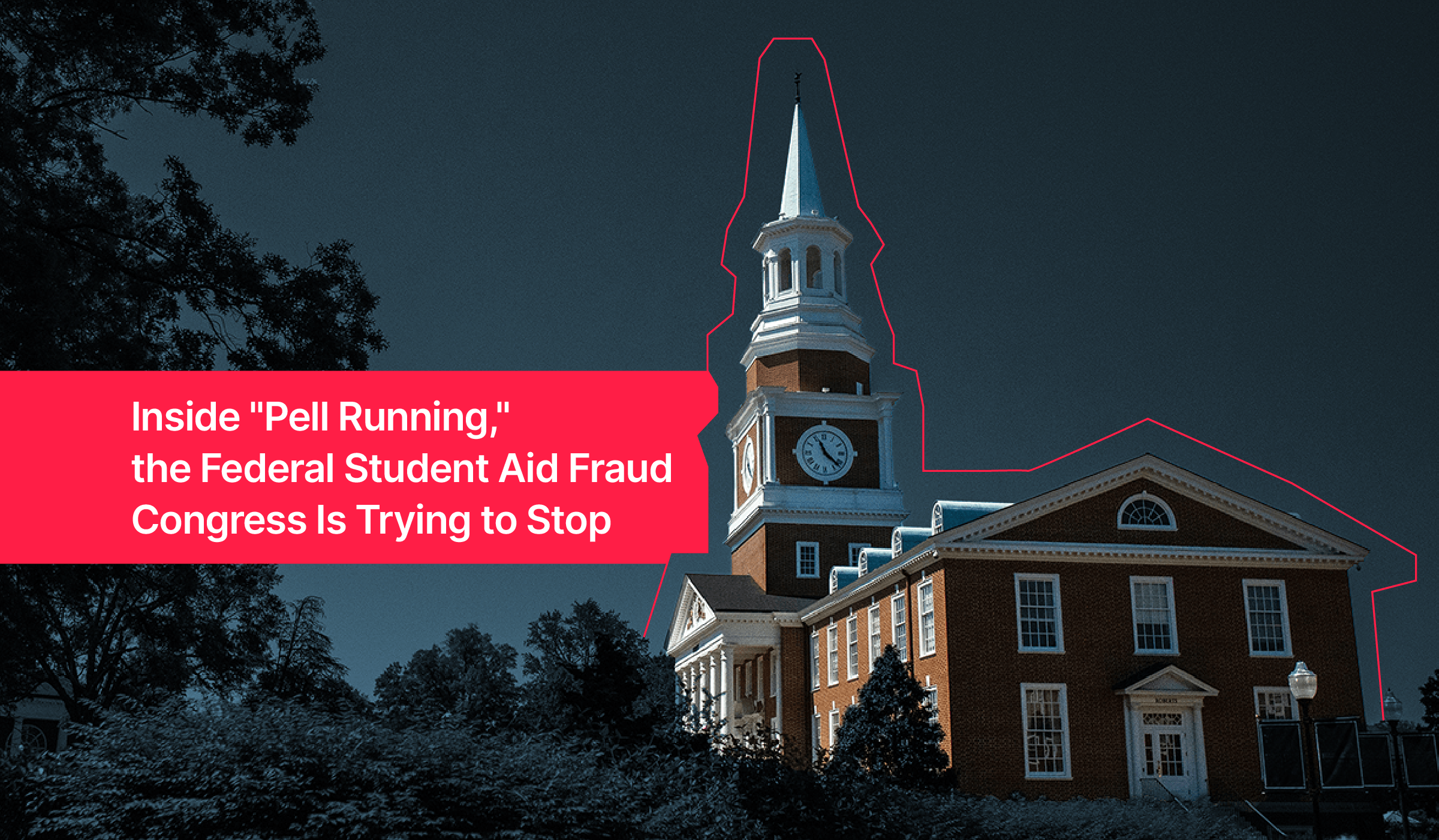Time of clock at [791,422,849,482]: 11:21
